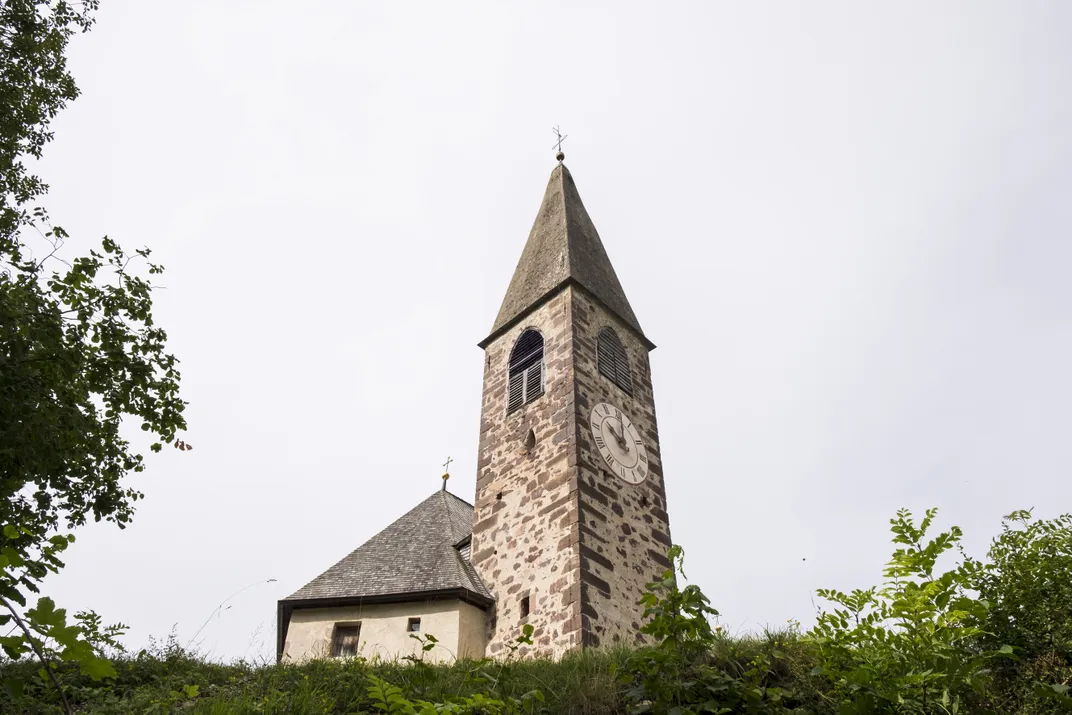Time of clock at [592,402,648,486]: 10:00
